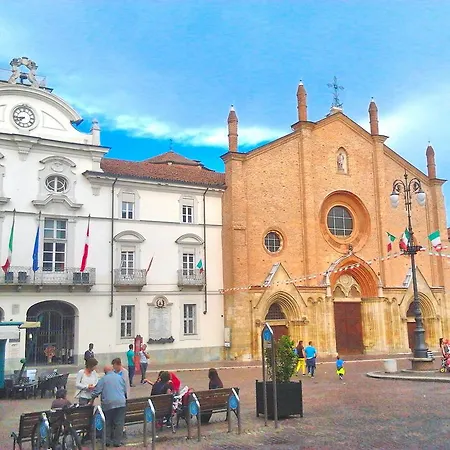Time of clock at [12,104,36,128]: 7:43
